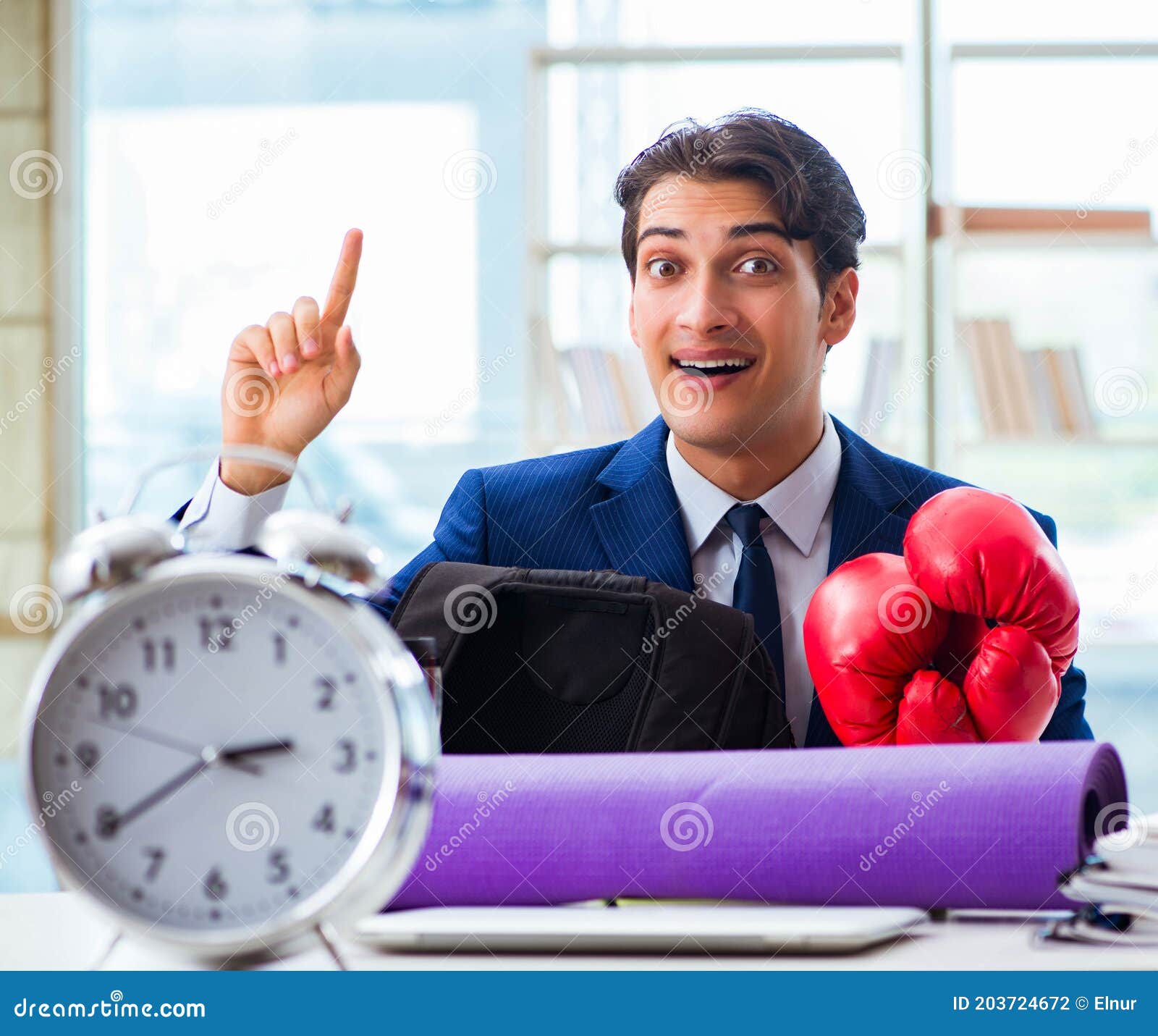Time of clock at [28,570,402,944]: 2:39
